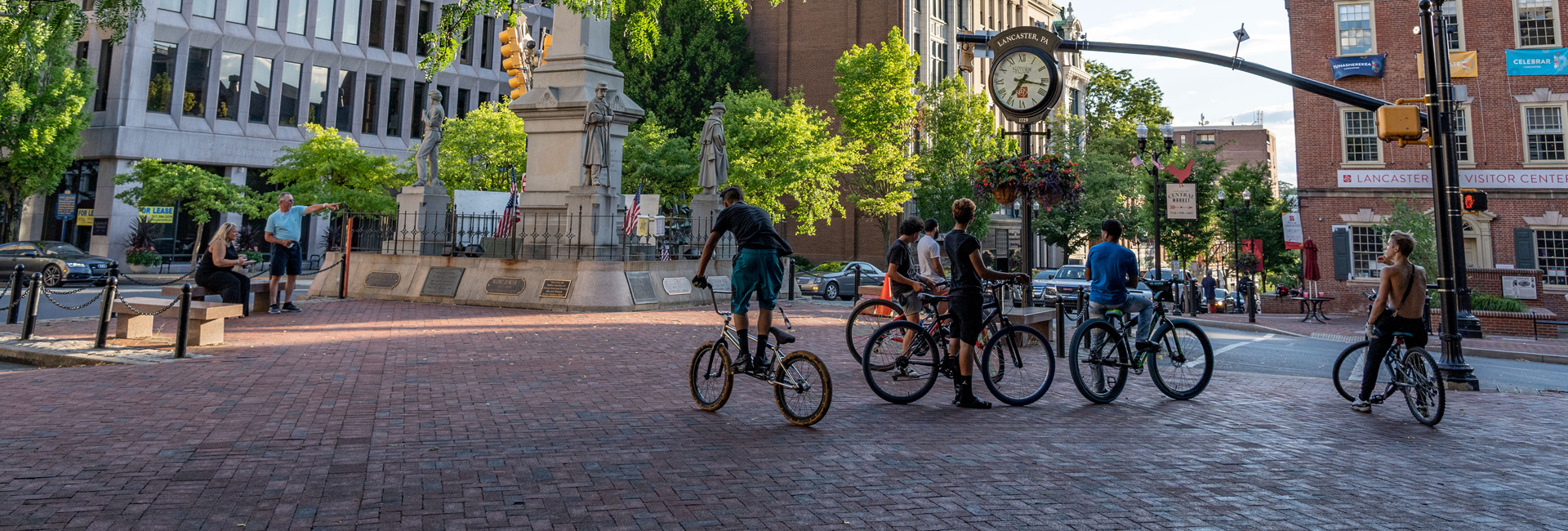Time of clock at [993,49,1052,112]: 7:16
